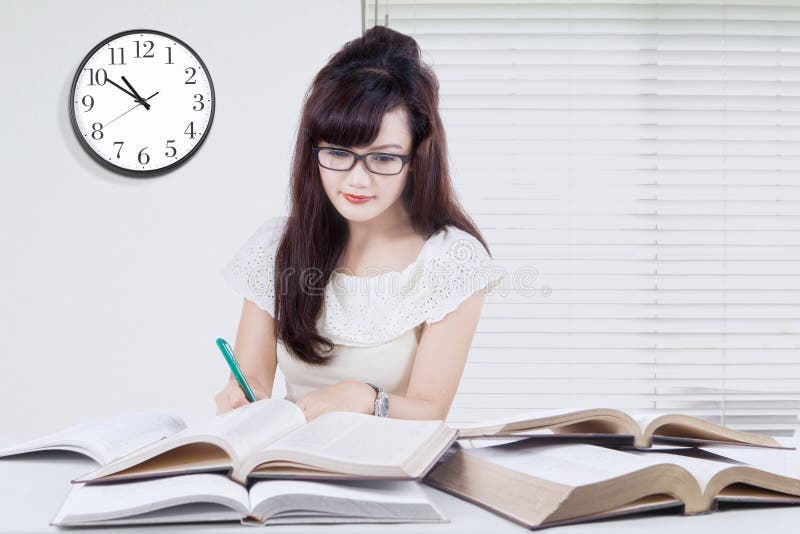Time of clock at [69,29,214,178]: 10:50
